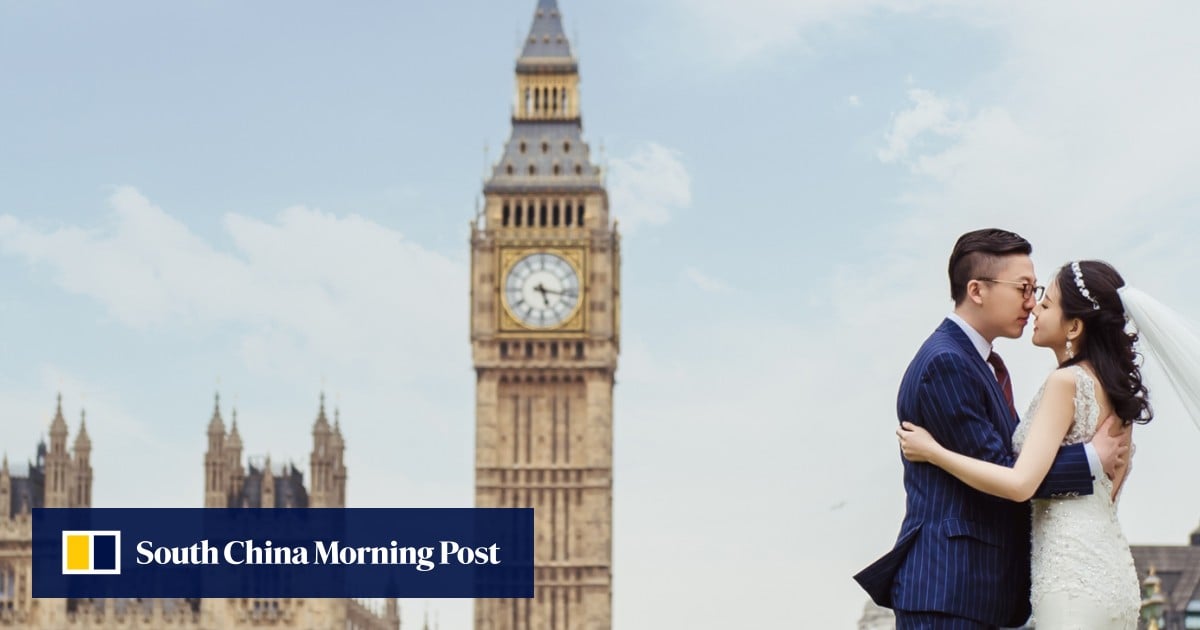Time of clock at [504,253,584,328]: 5:16
